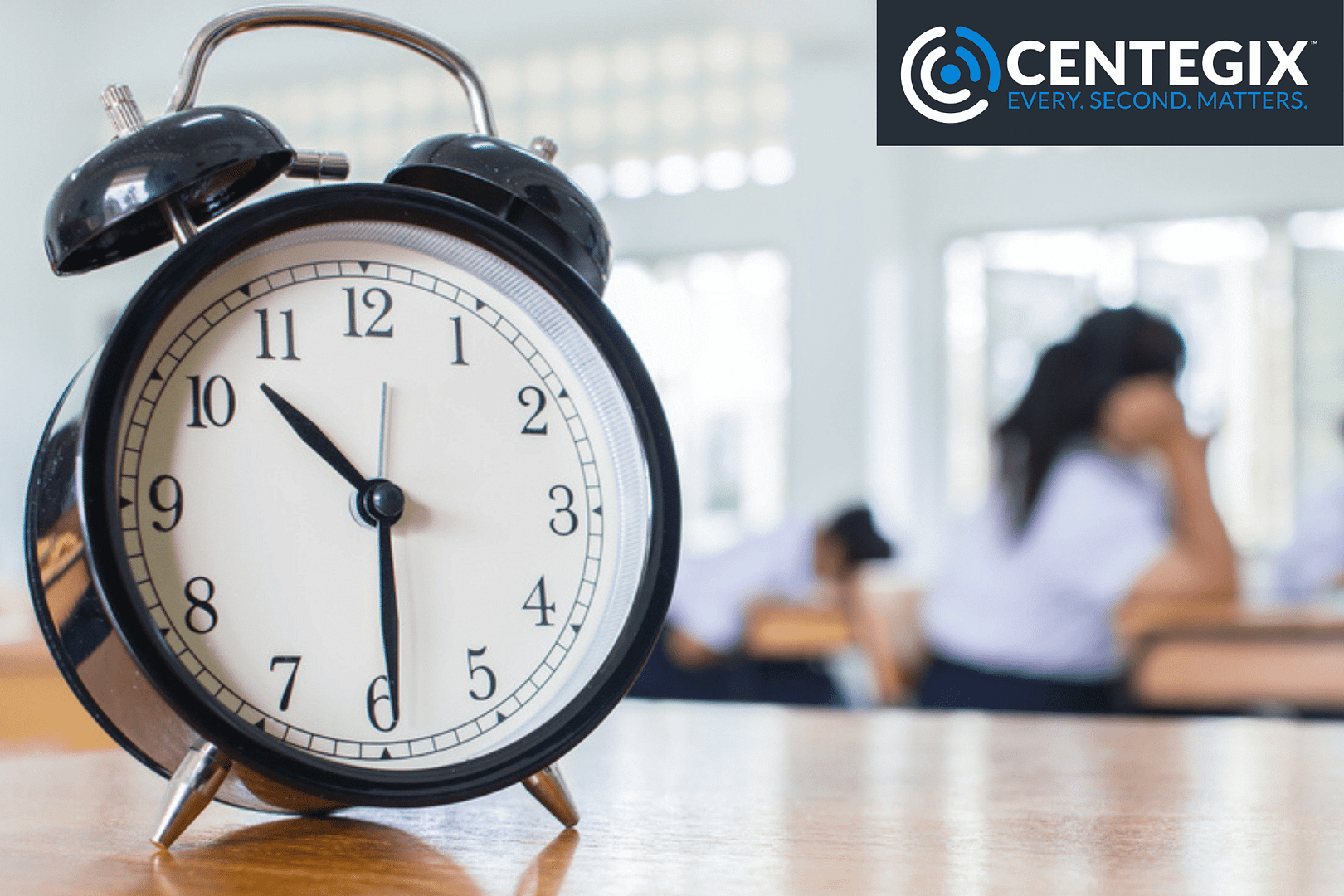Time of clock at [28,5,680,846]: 10:29
